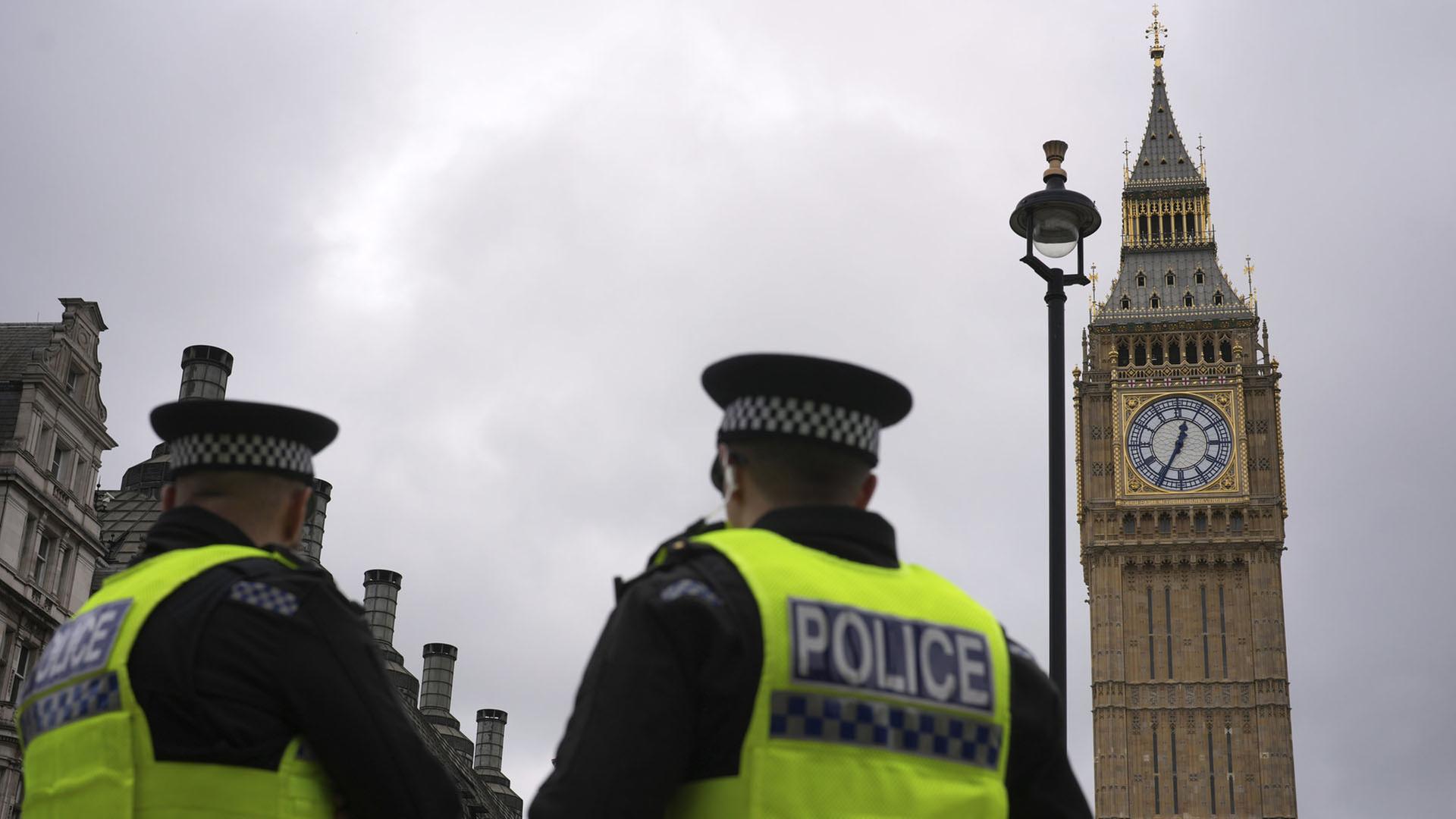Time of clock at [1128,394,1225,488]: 12:34
